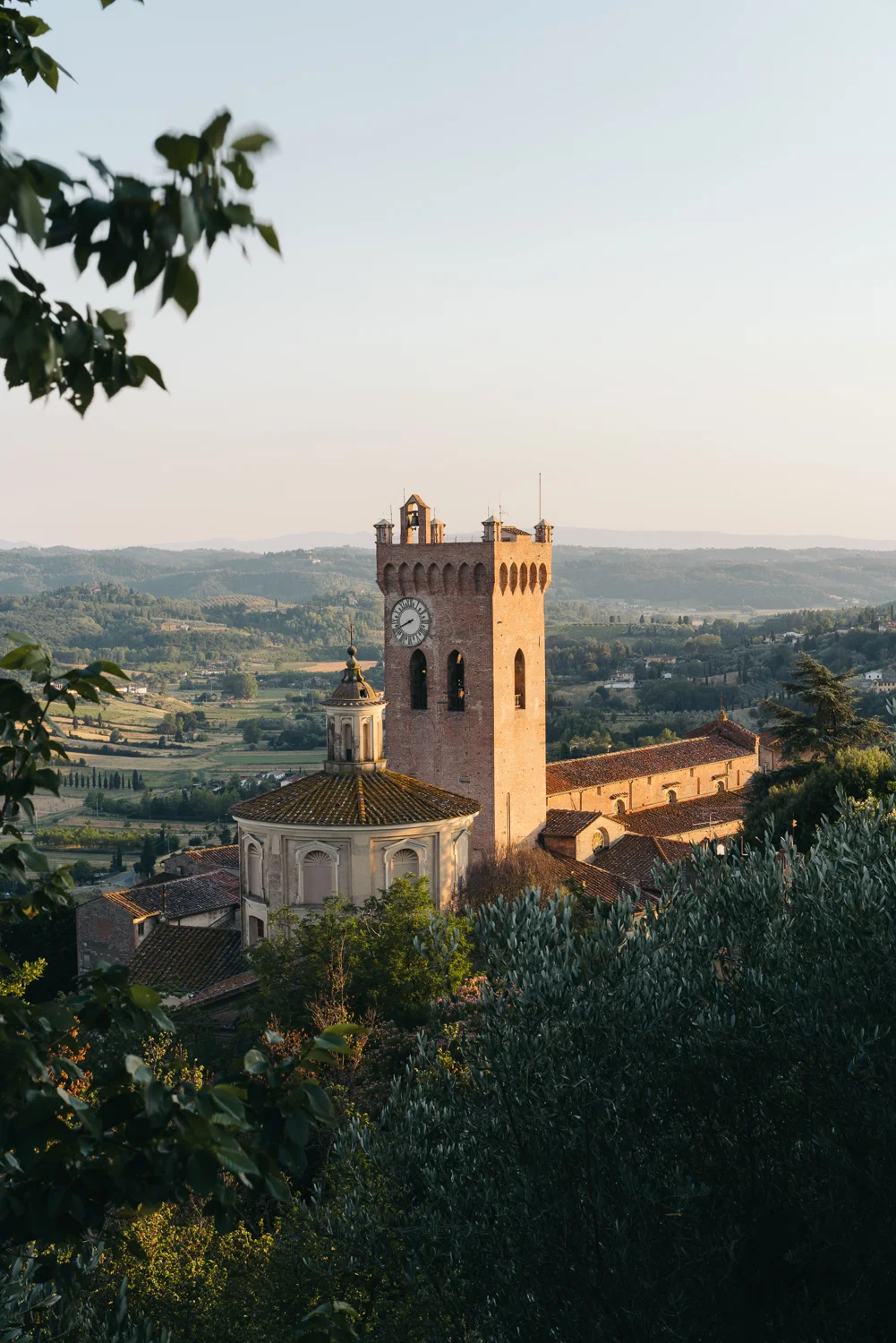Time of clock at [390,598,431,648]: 7:40
